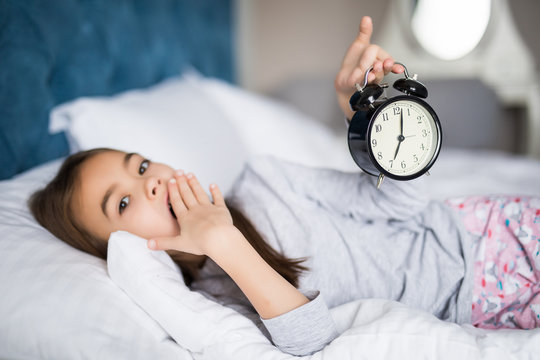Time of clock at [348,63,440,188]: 7:02
